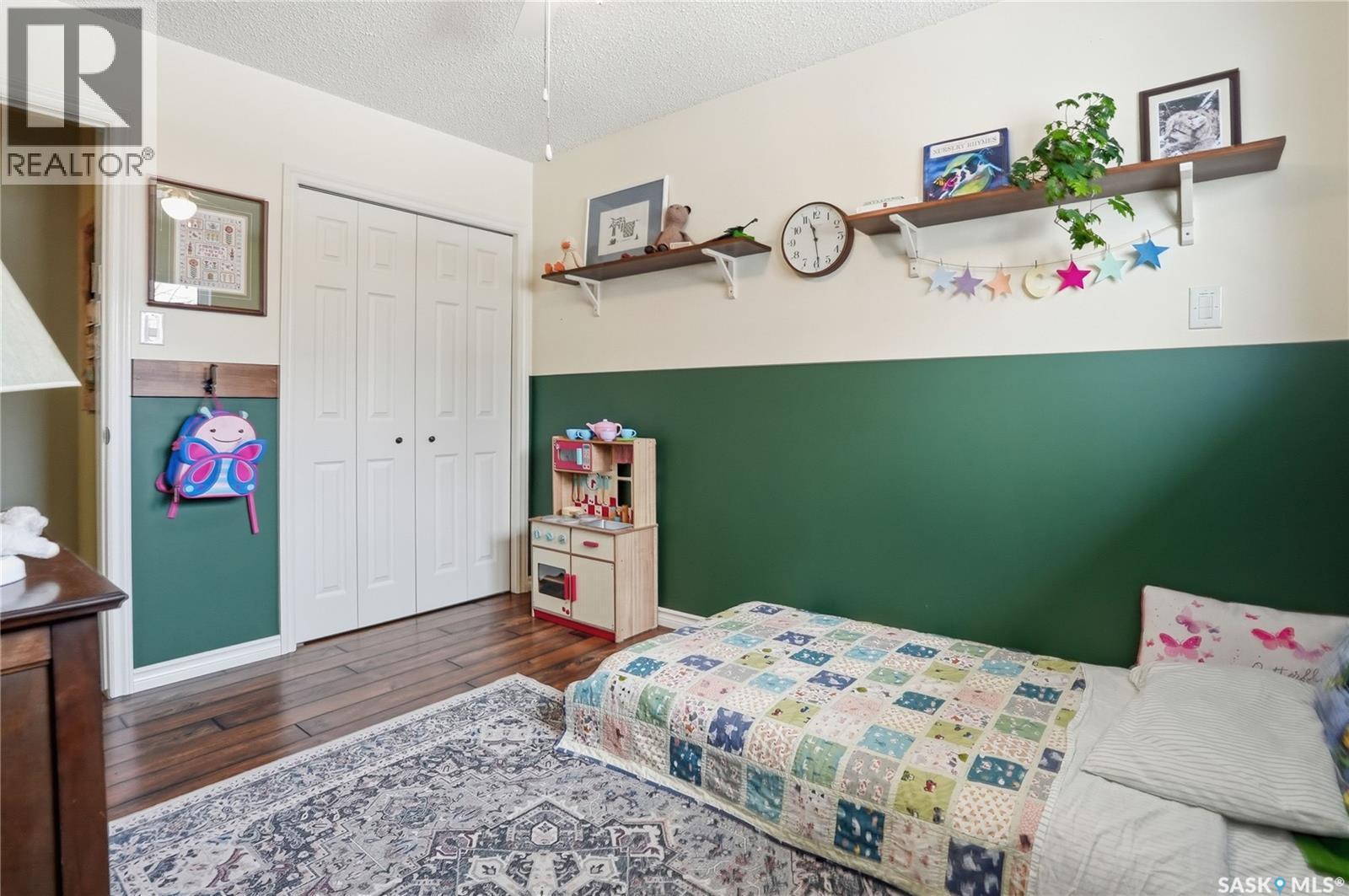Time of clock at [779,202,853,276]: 11:28
